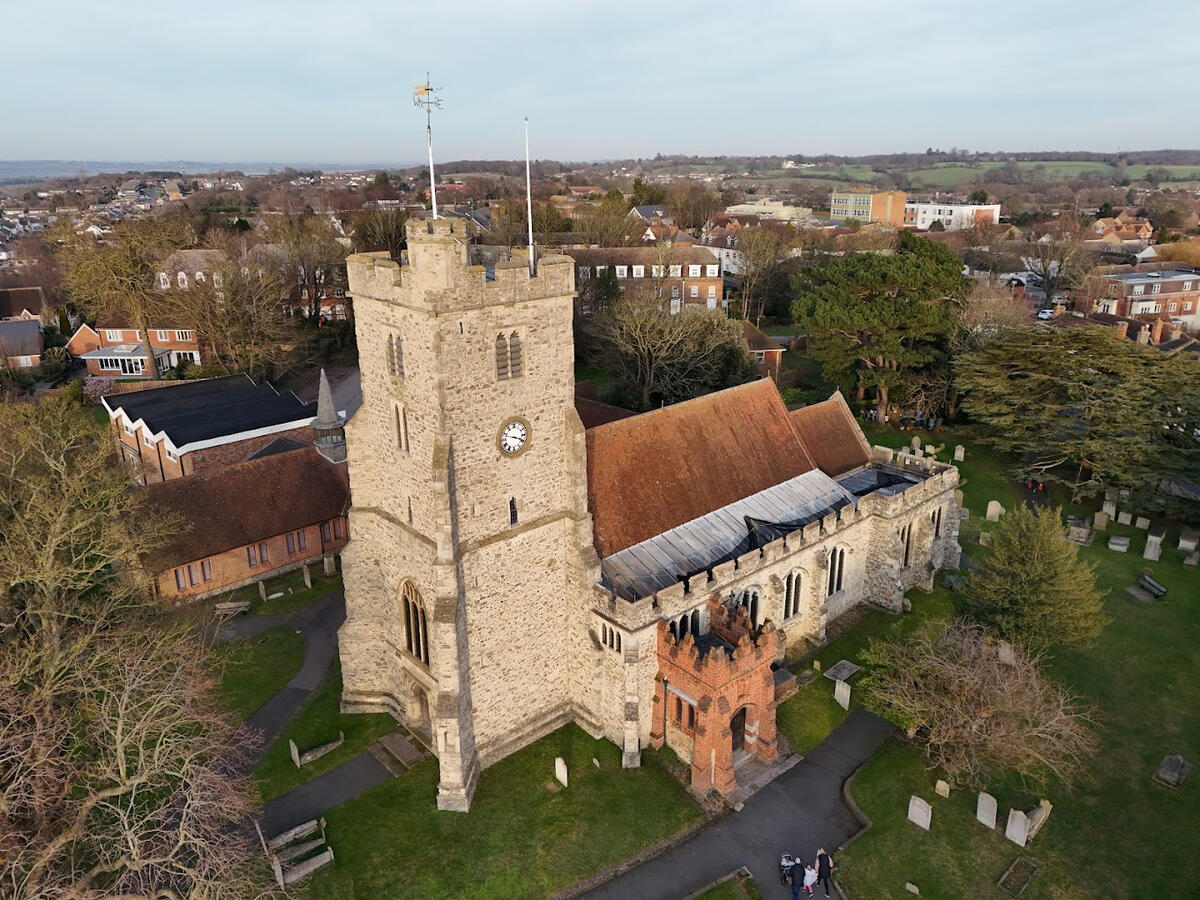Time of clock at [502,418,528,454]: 3:48
